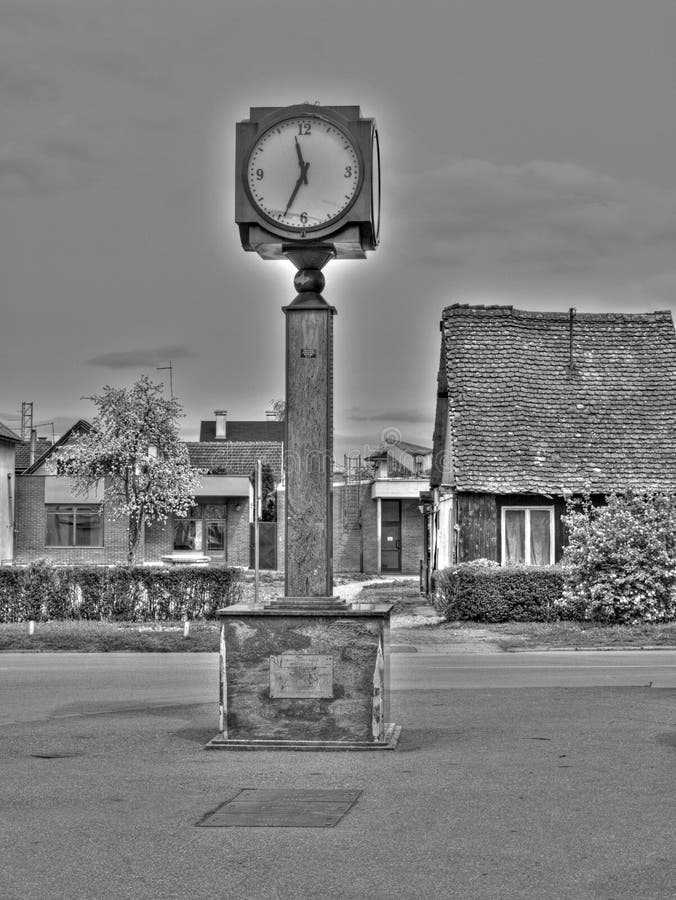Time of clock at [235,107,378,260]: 11:34
